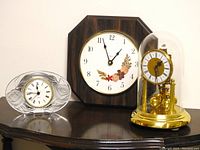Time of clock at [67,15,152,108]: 12:56
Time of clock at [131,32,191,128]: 12:56
